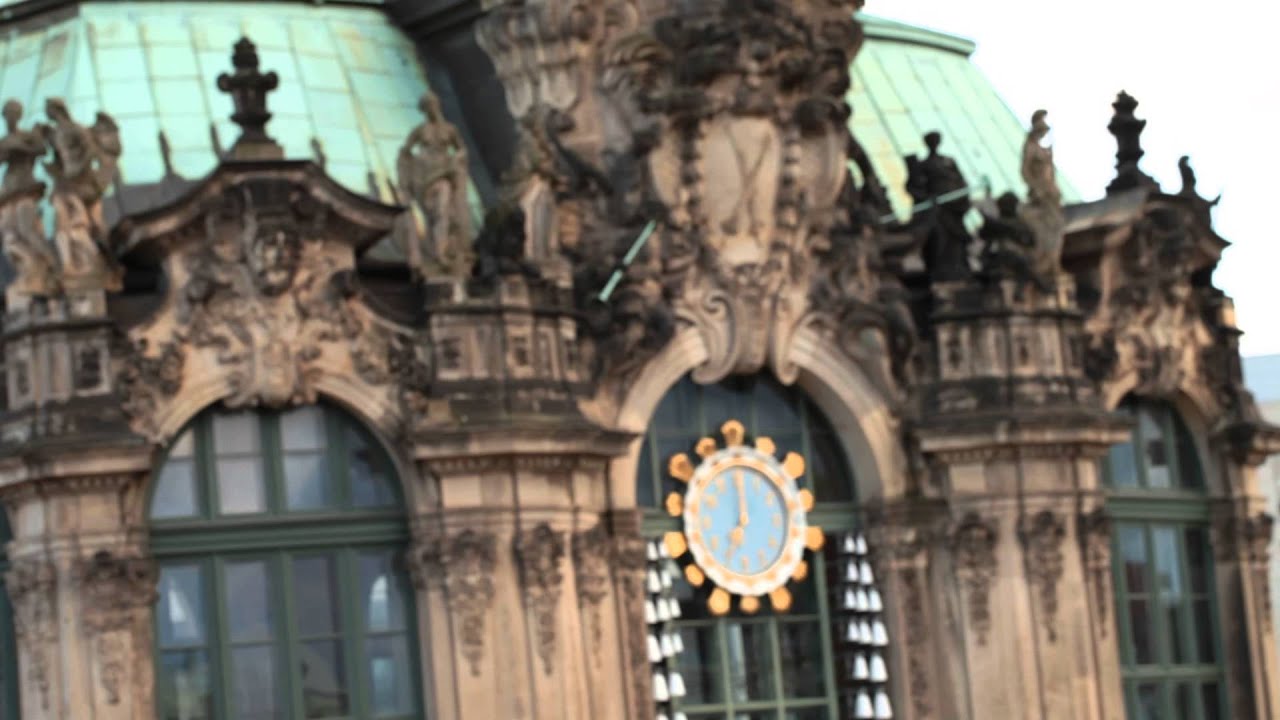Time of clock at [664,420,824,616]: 7:00
